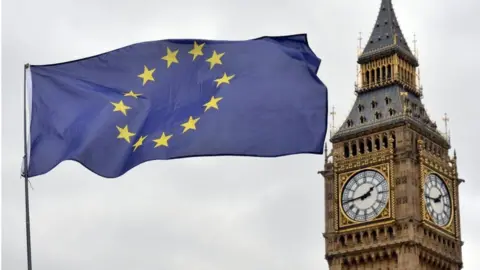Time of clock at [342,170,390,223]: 1:43
